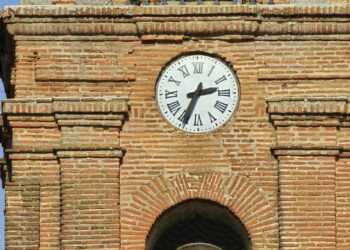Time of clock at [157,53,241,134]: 2:34
